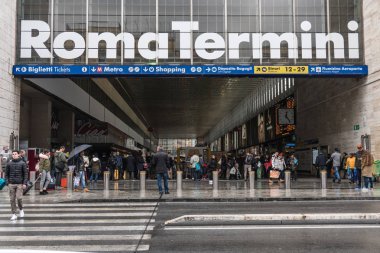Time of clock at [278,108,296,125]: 12:23
